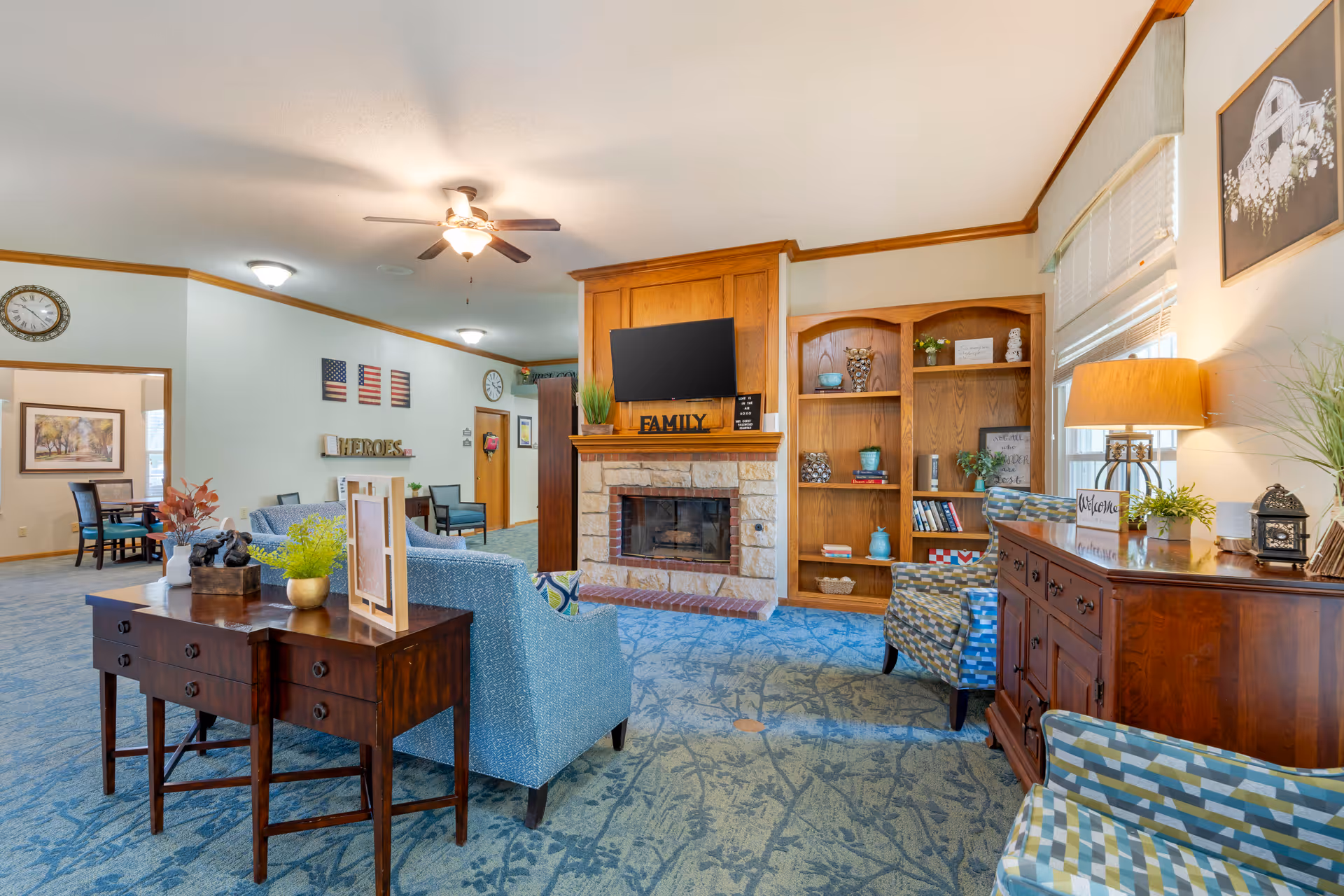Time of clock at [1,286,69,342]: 10:22
